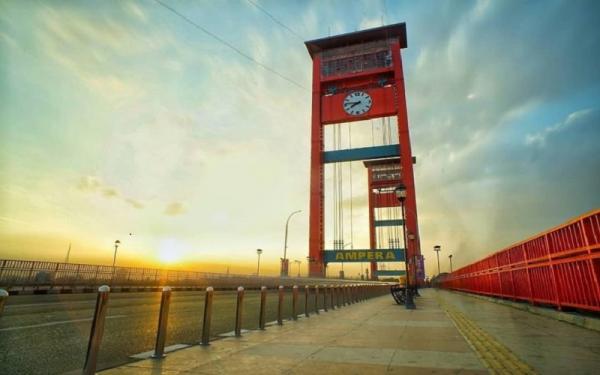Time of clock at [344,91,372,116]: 7:46
